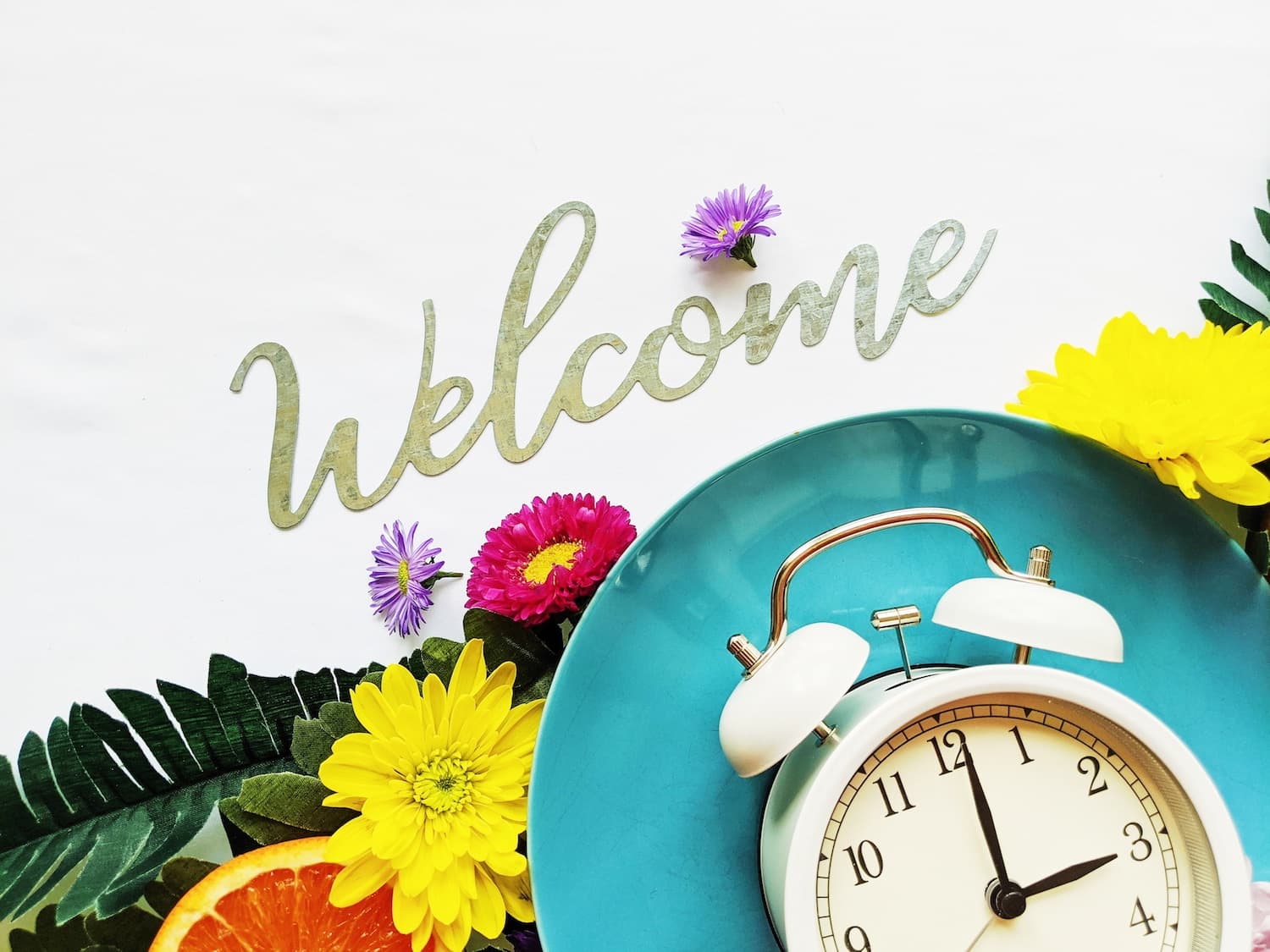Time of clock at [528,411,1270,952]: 3:01
